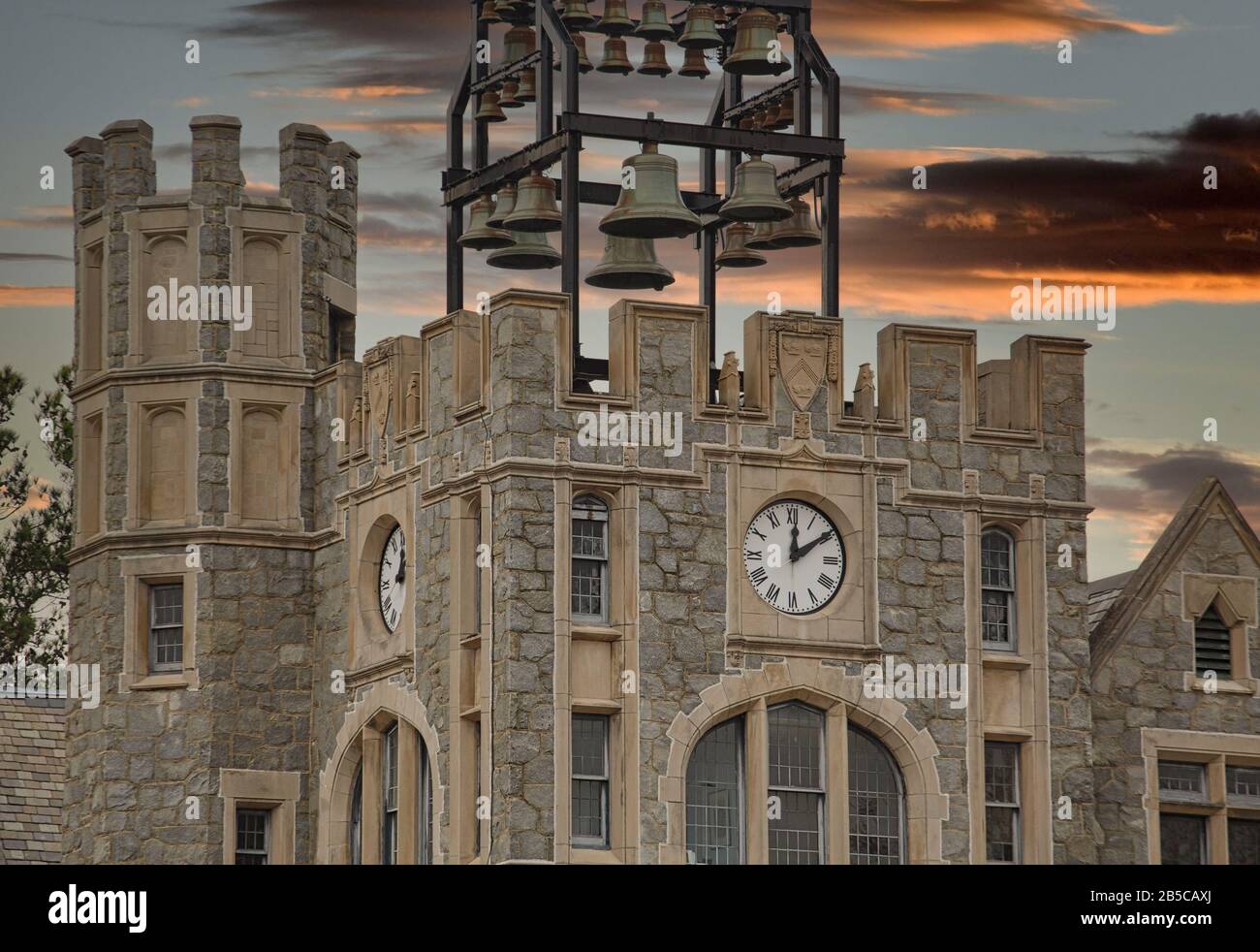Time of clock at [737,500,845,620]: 12:09
